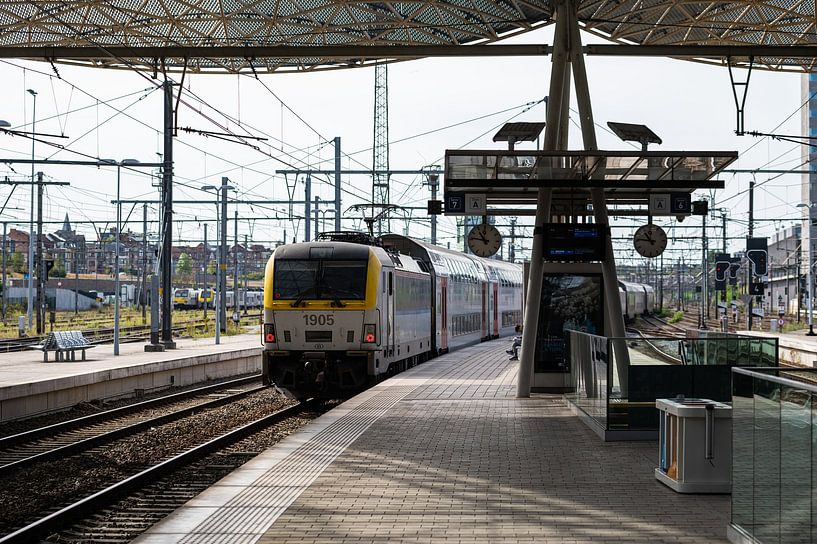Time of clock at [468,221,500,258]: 10:46
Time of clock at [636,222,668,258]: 10:46
